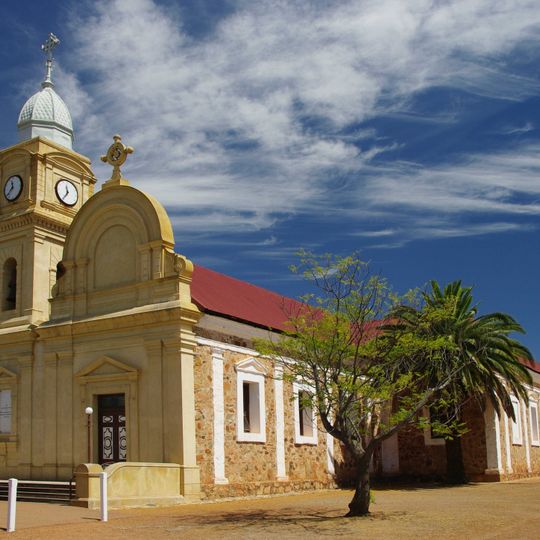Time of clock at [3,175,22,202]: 11:37
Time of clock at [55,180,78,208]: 11:35
